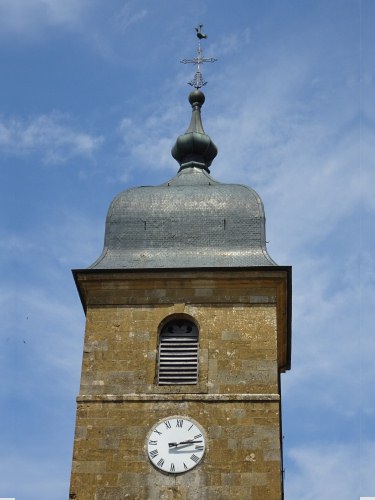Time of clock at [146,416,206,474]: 2:12
